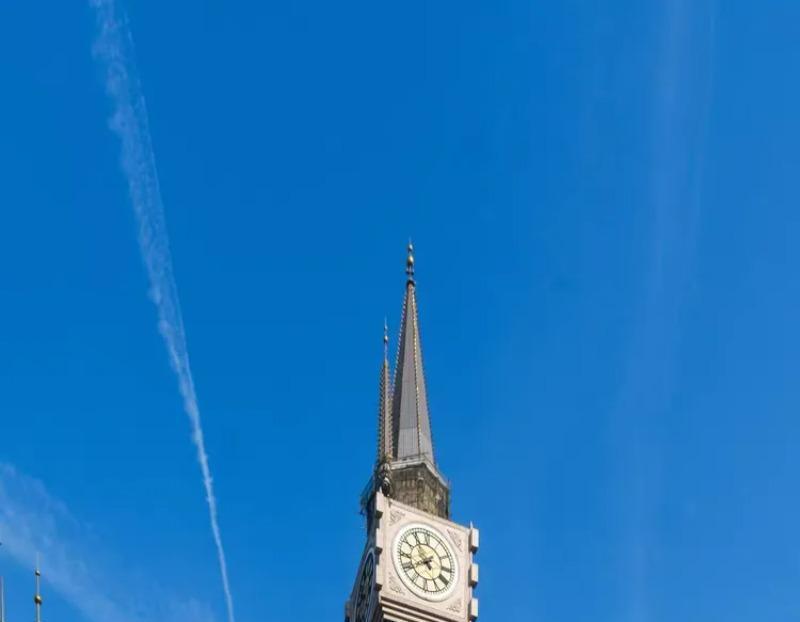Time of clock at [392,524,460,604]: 7:54
